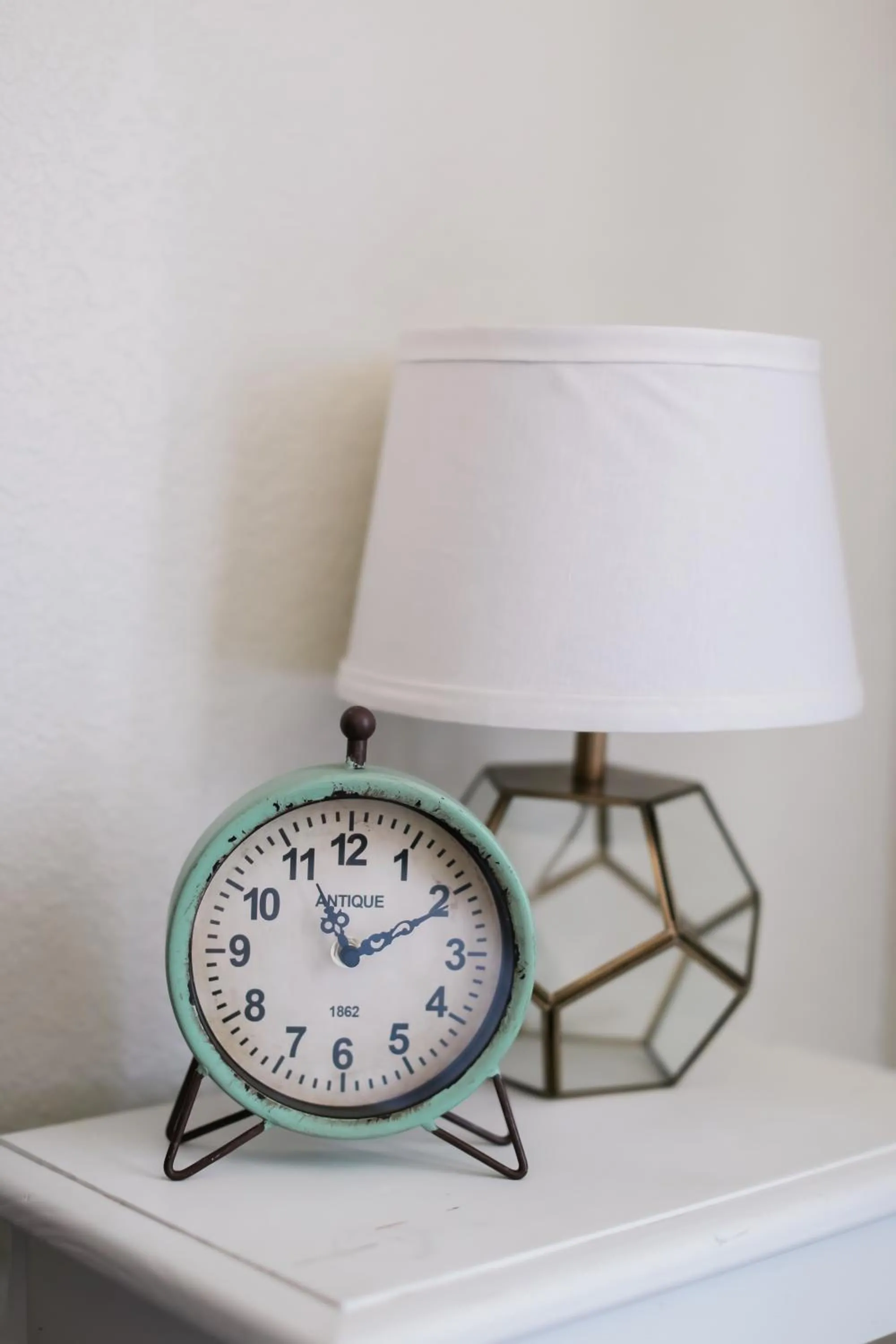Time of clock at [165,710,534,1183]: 11:10
